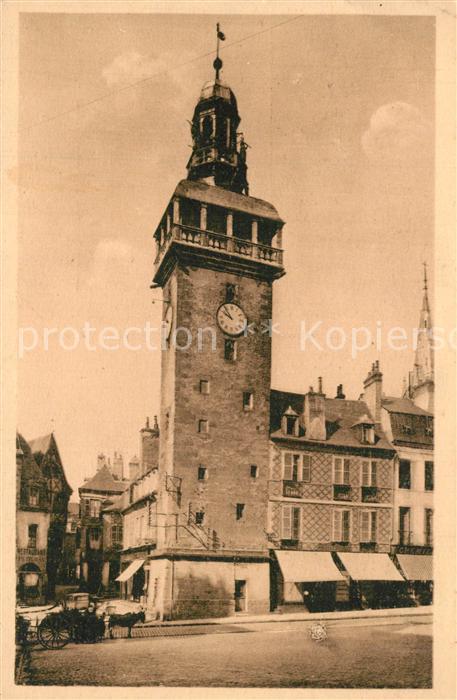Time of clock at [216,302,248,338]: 9:53
